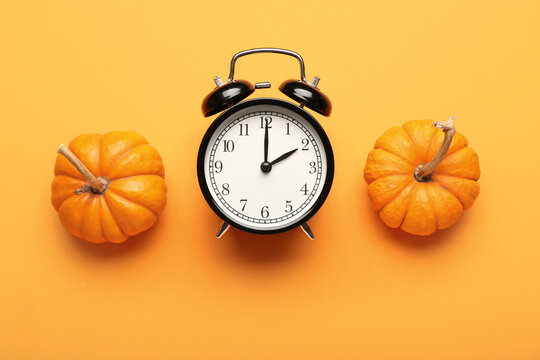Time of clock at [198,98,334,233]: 2:00
